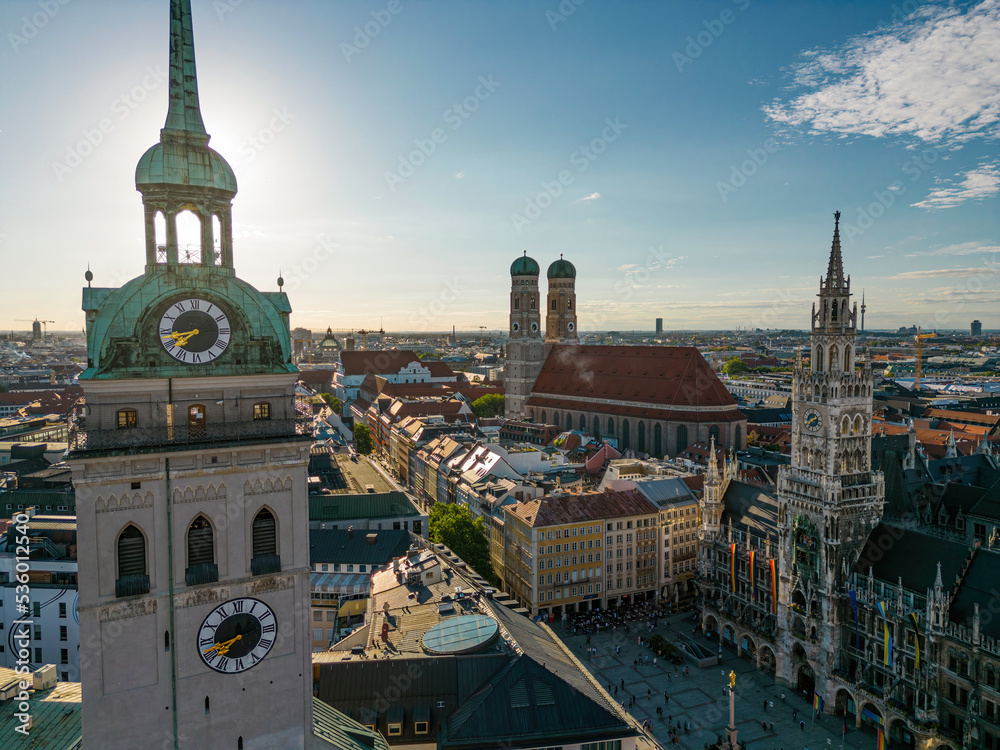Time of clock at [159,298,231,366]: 7:42
